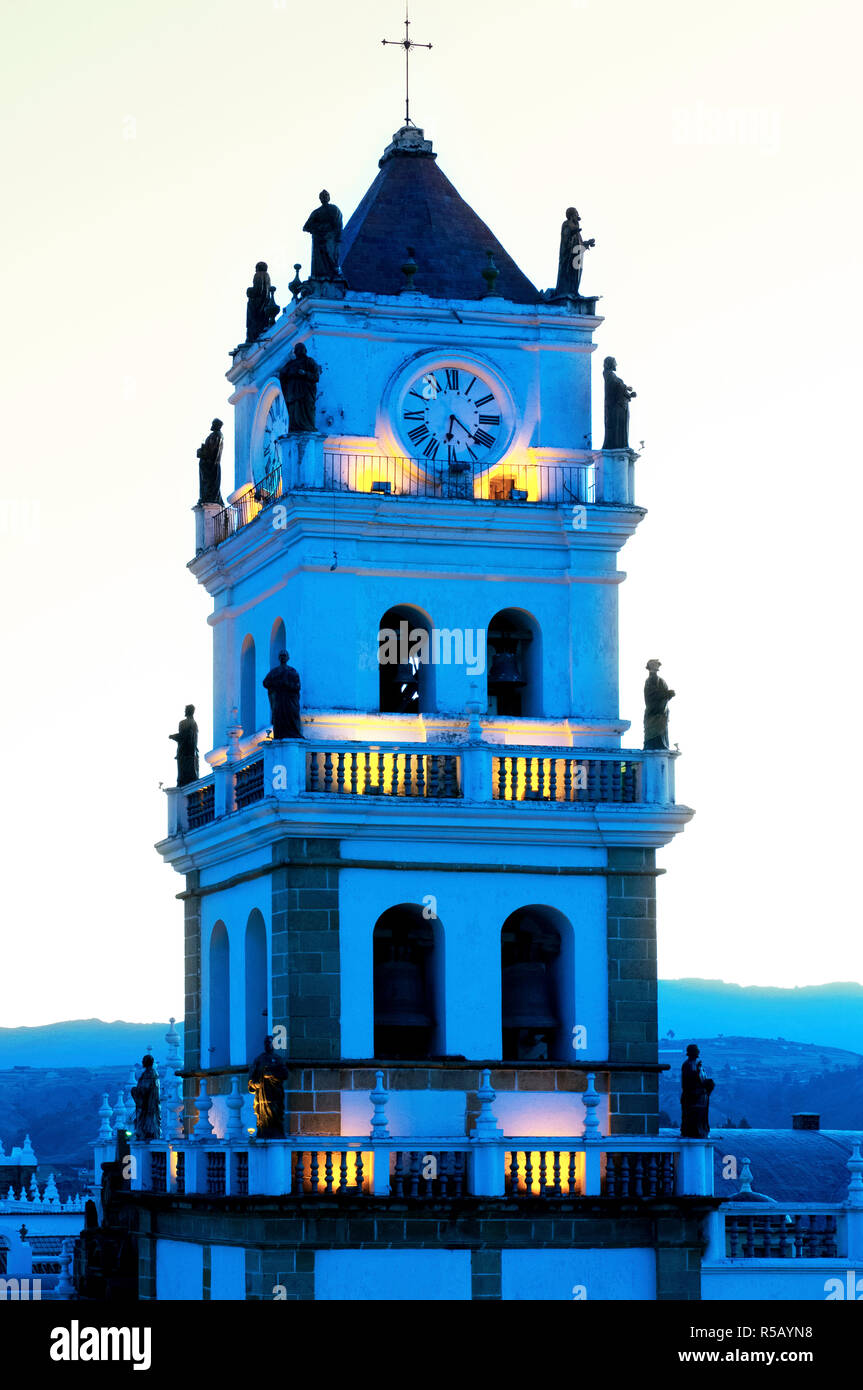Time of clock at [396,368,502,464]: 6:21
